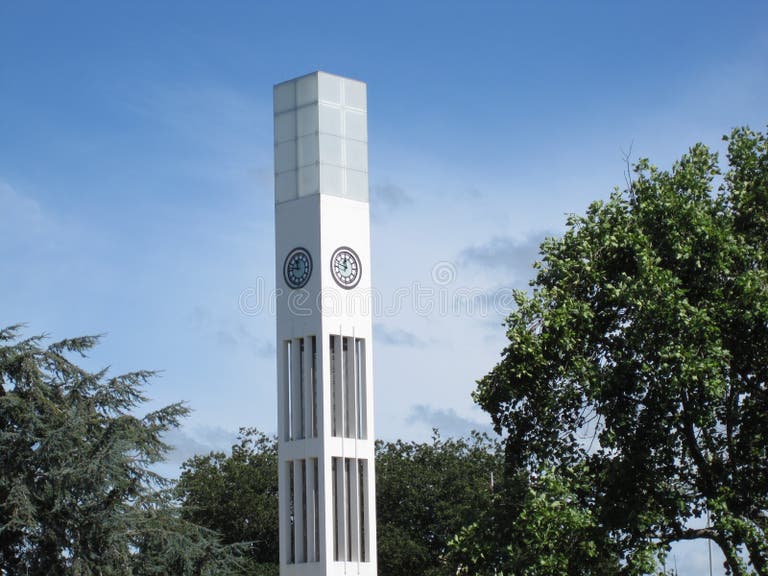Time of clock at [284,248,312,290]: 11:46
